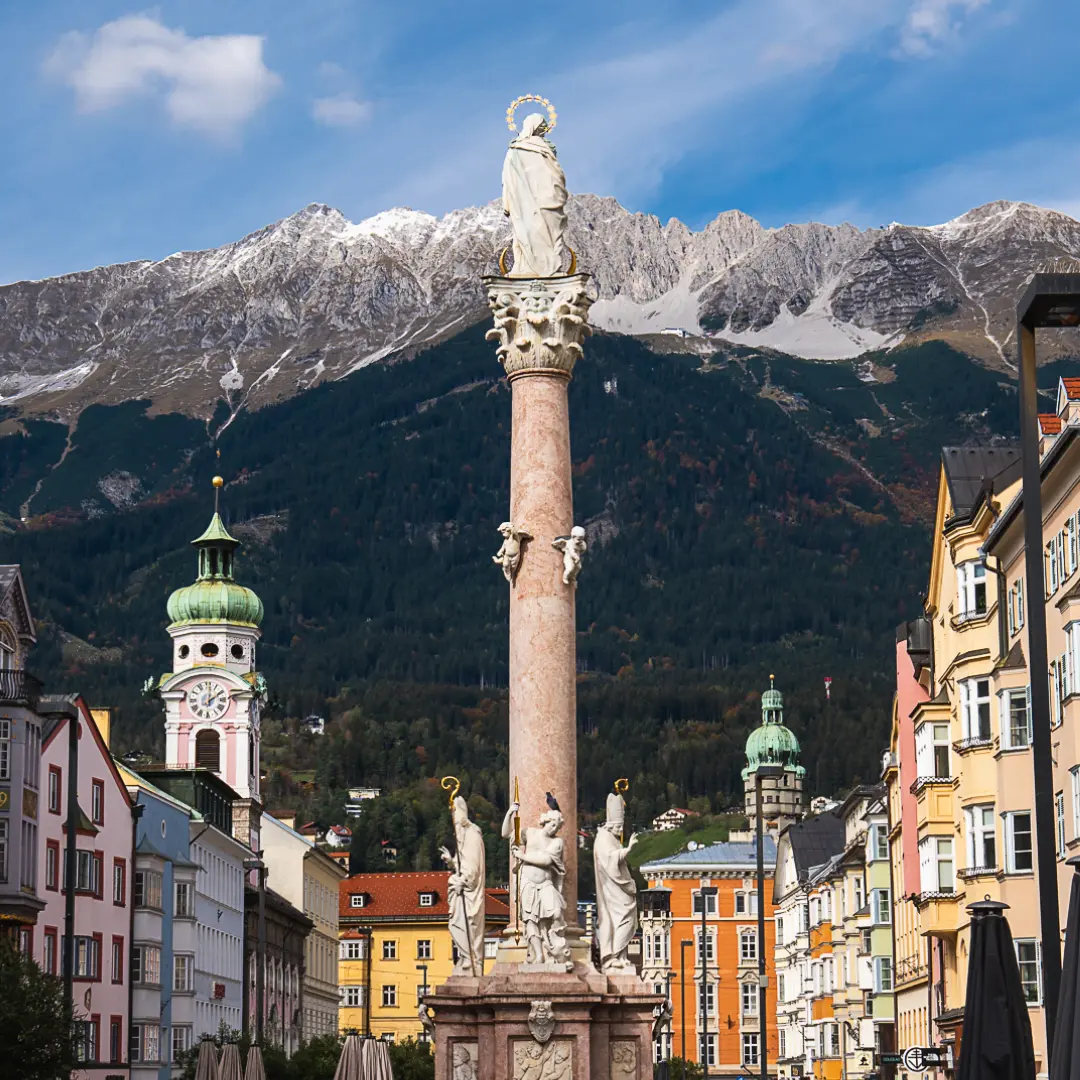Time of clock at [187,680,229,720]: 2:01
